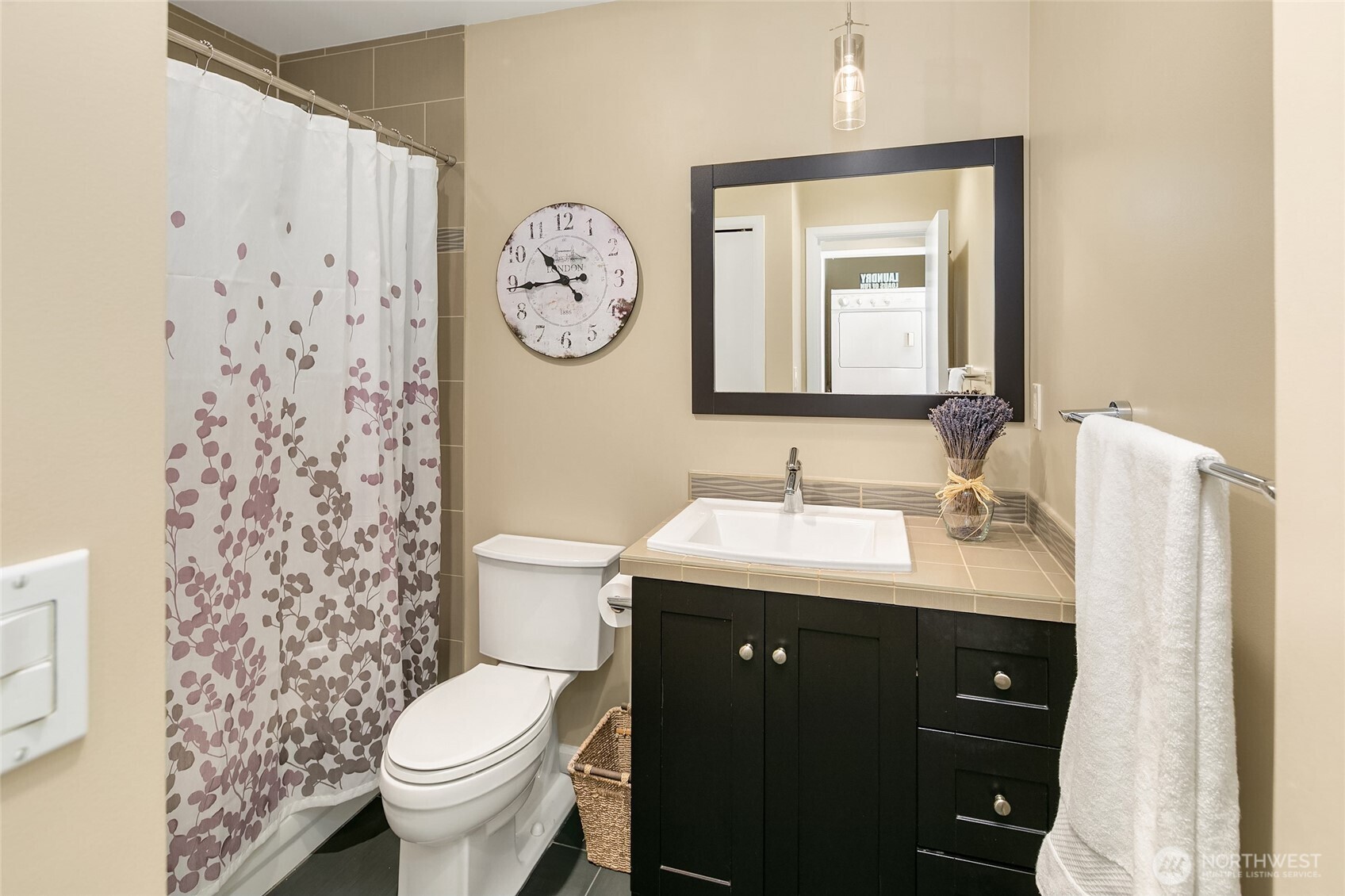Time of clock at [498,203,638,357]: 10:44
